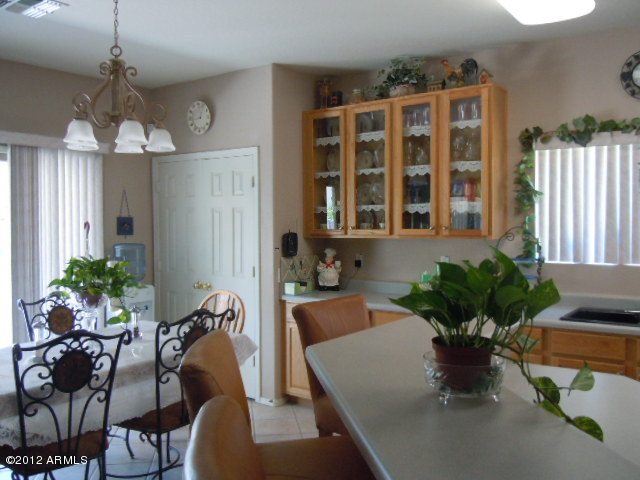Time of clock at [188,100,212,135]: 12:43
